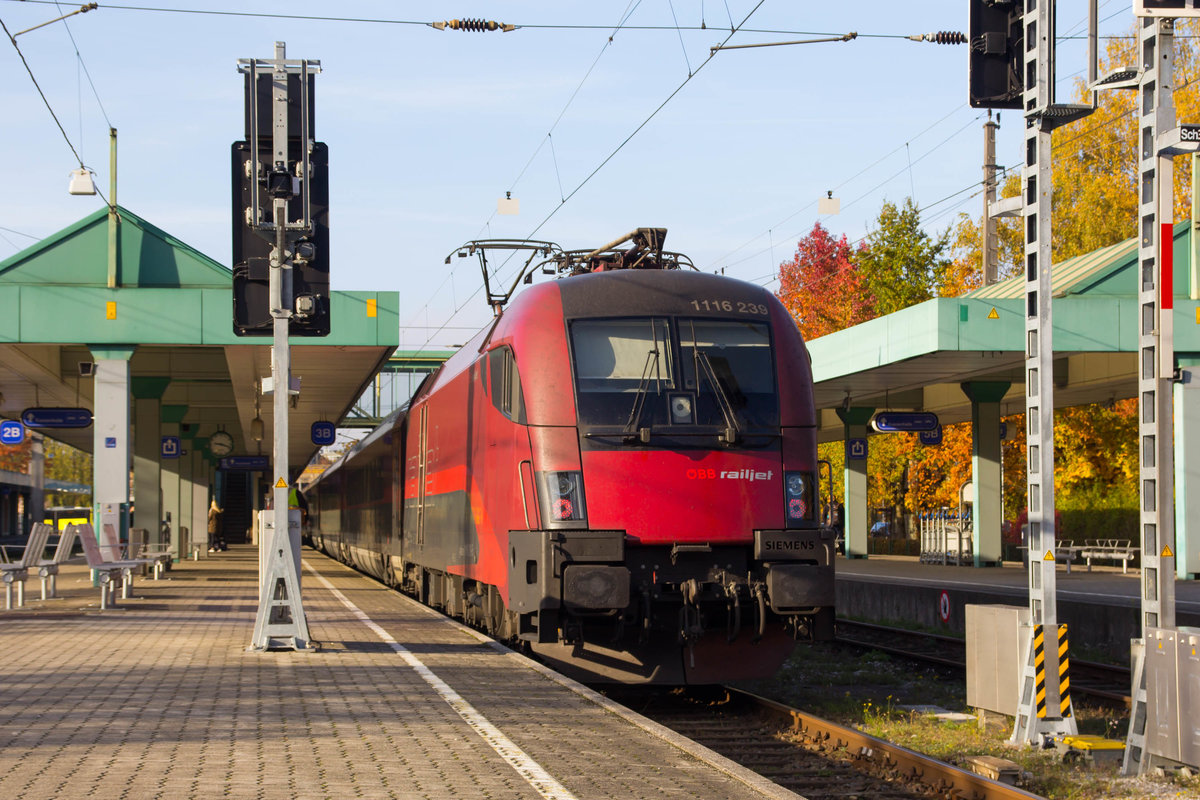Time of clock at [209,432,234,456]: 9:18
